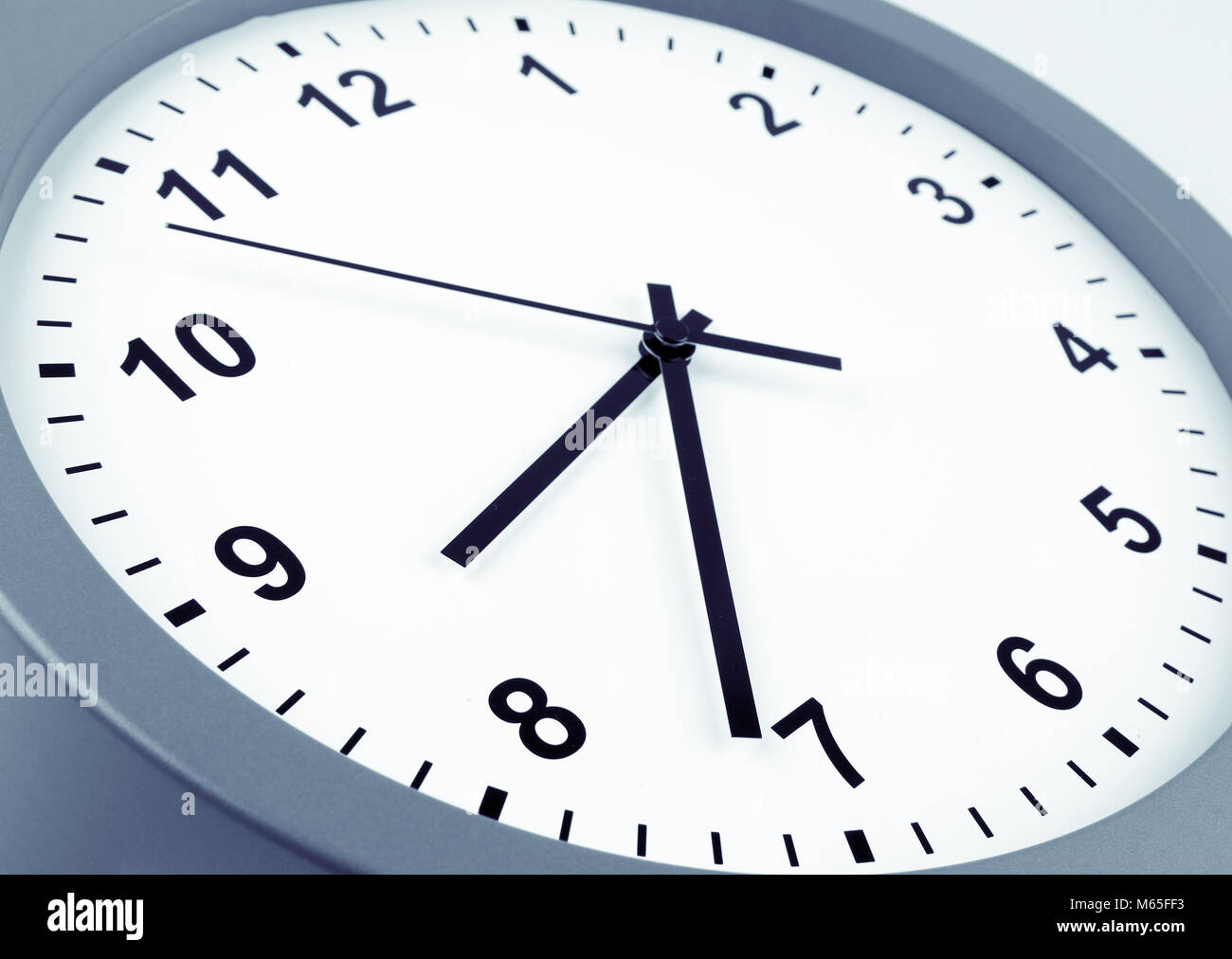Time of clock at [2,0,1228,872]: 7:31
